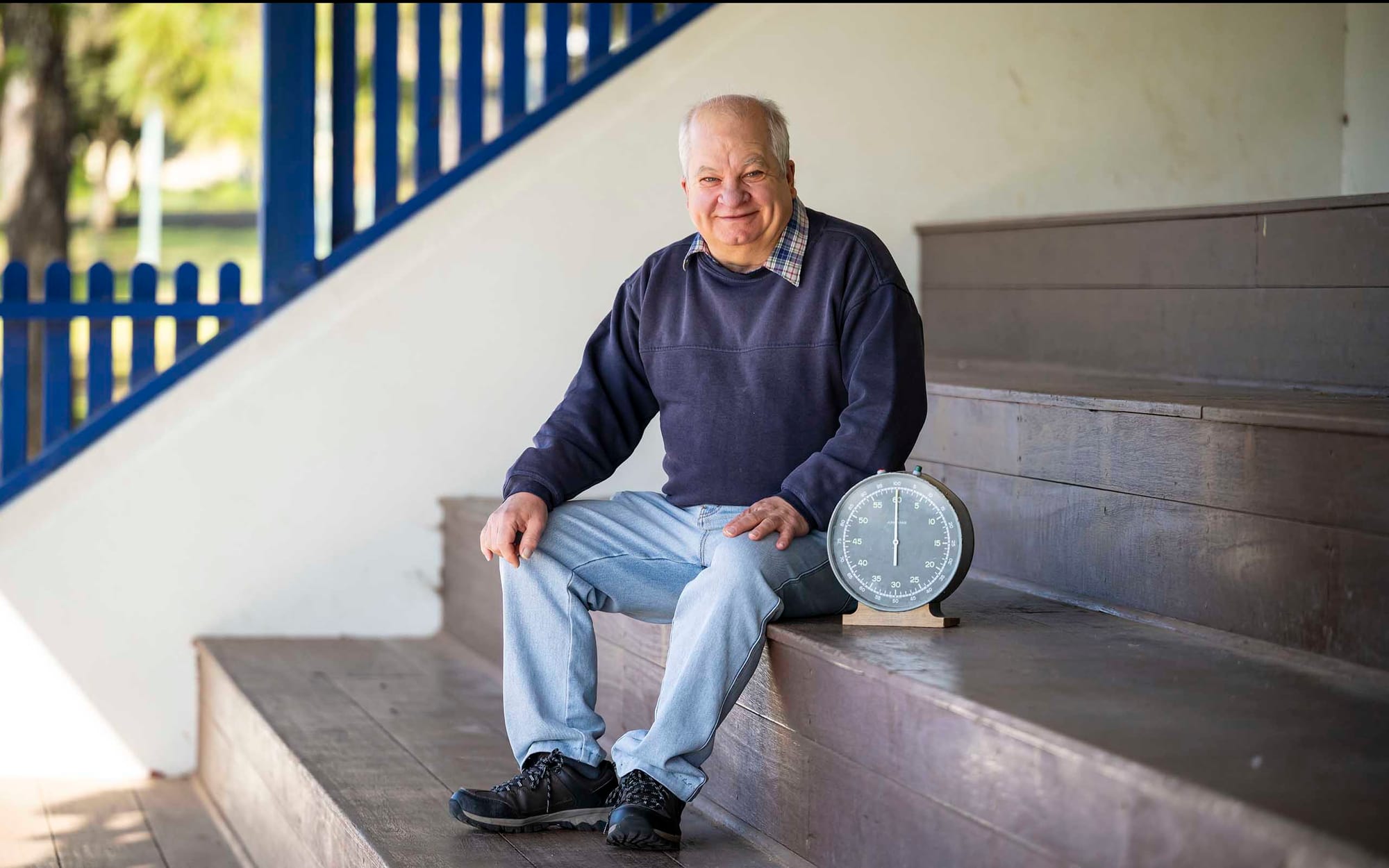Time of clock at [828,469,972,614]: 6:00
